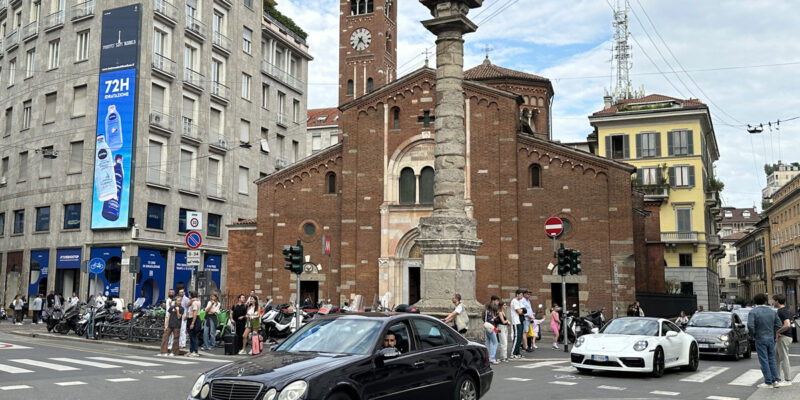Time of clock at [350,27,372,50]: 4:35
